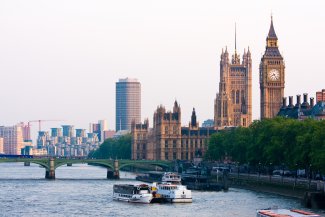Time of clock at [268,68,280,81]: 8:24
